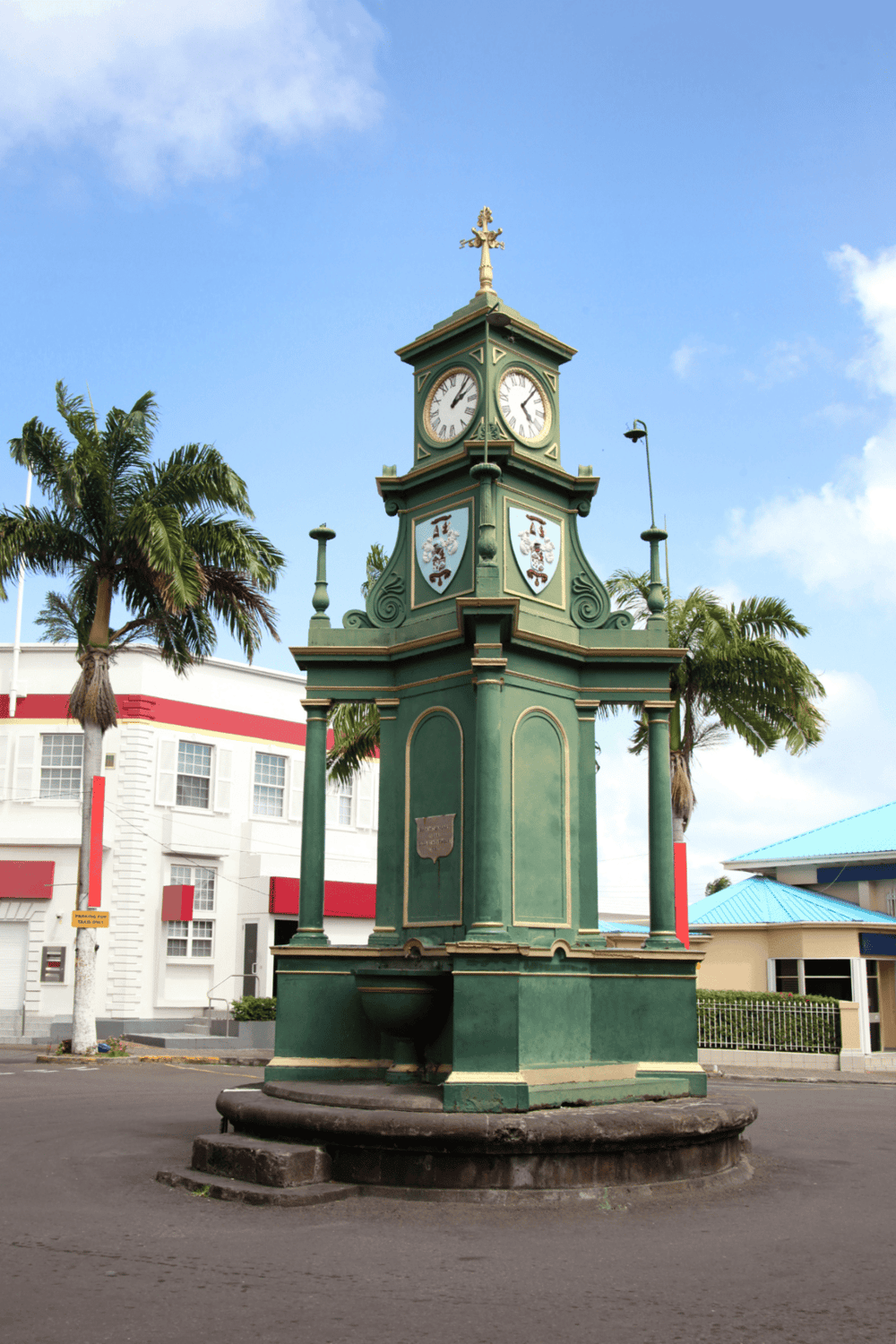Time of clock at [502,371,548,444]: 4:06
